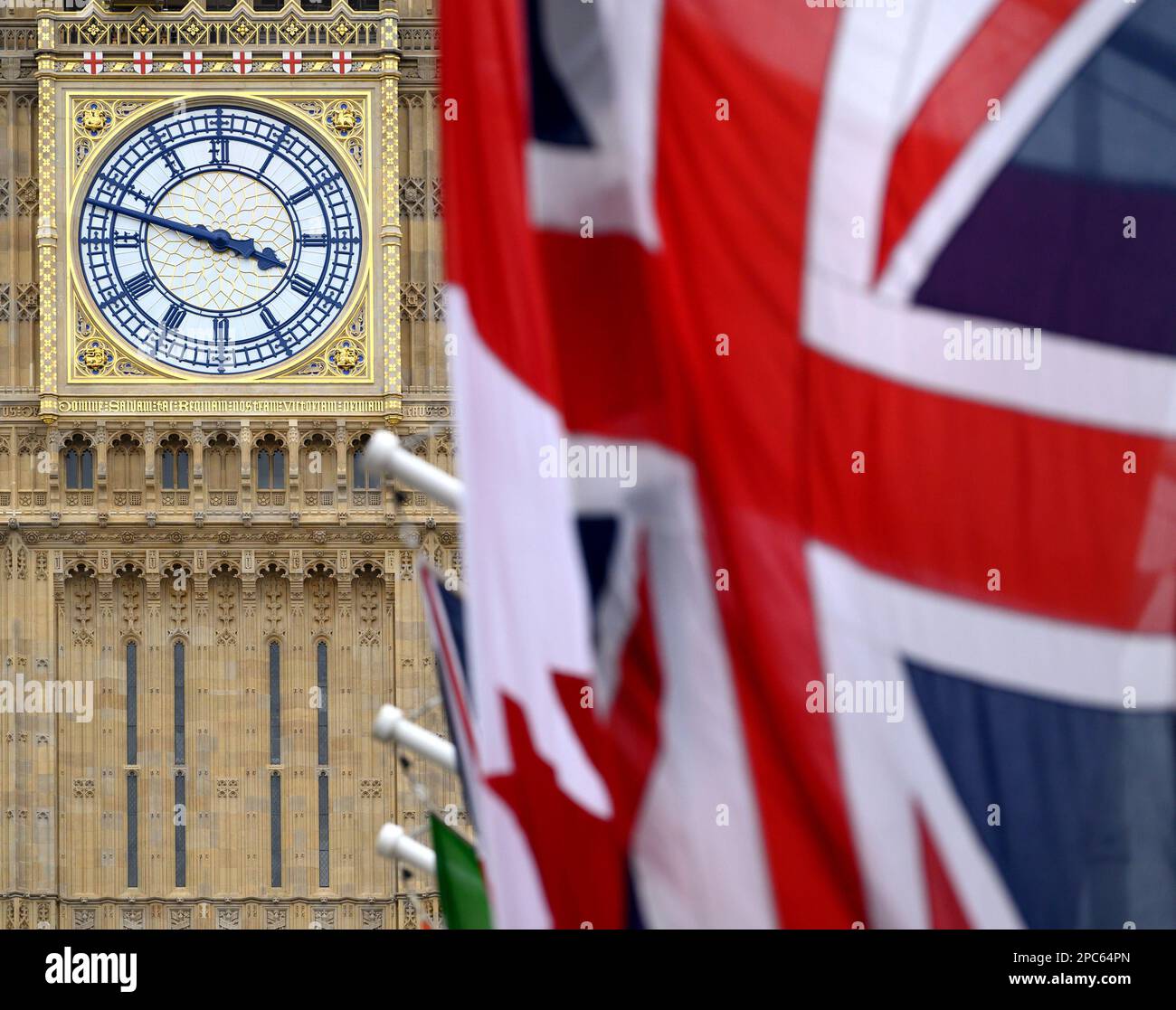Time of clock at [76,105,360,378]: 3:47
